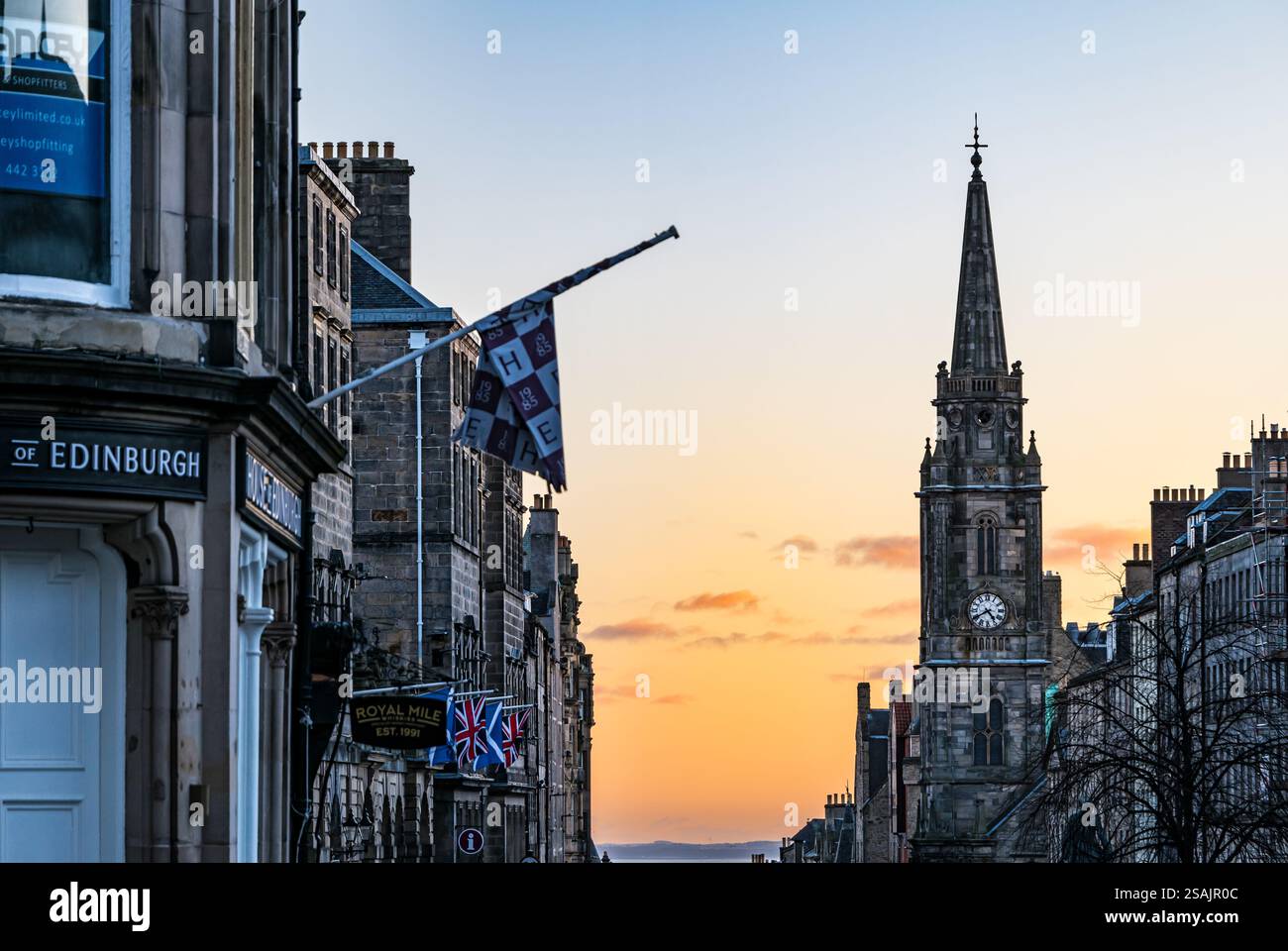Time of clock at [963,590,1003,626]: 4:40
